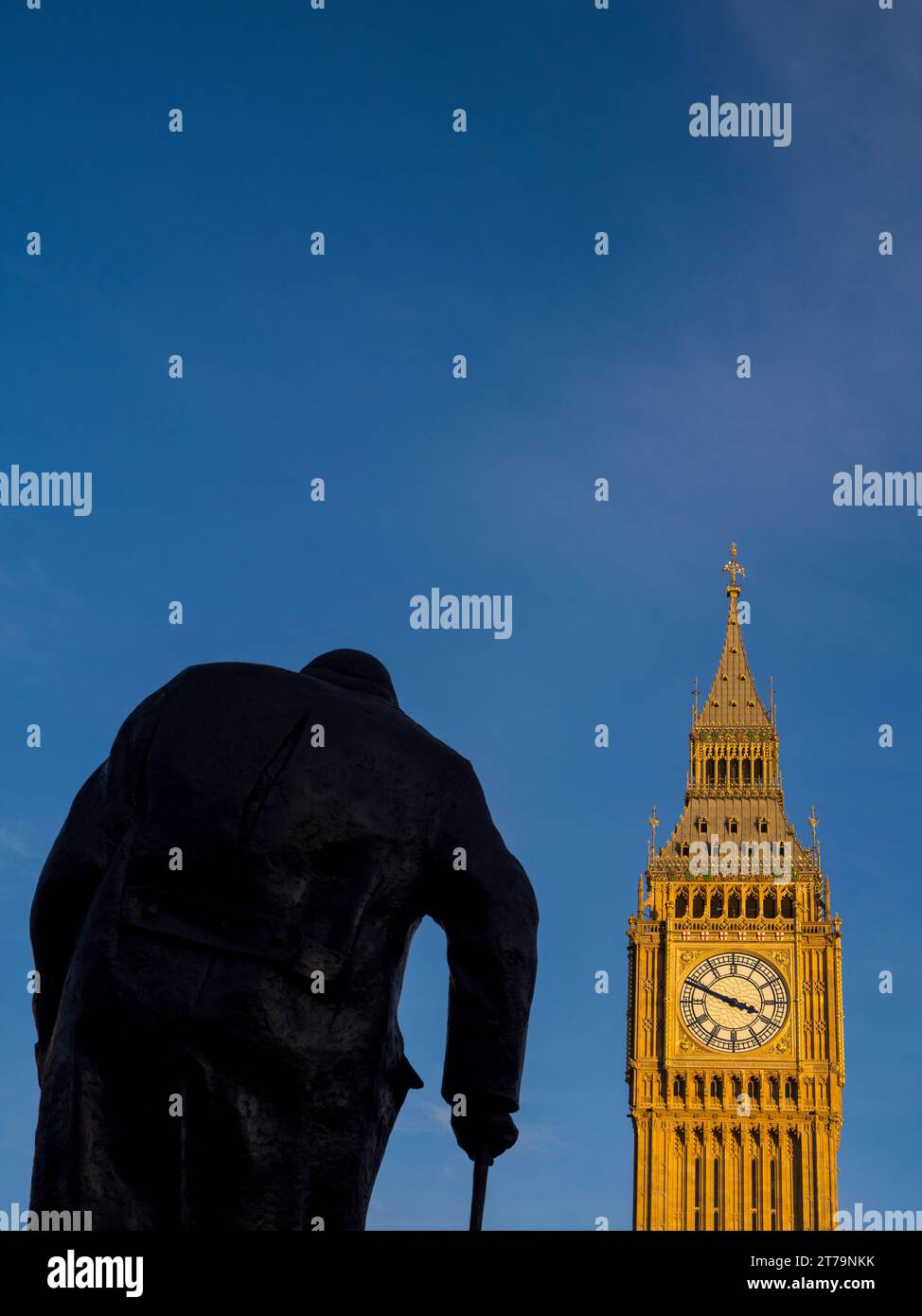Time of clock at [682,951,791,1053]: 3:48
